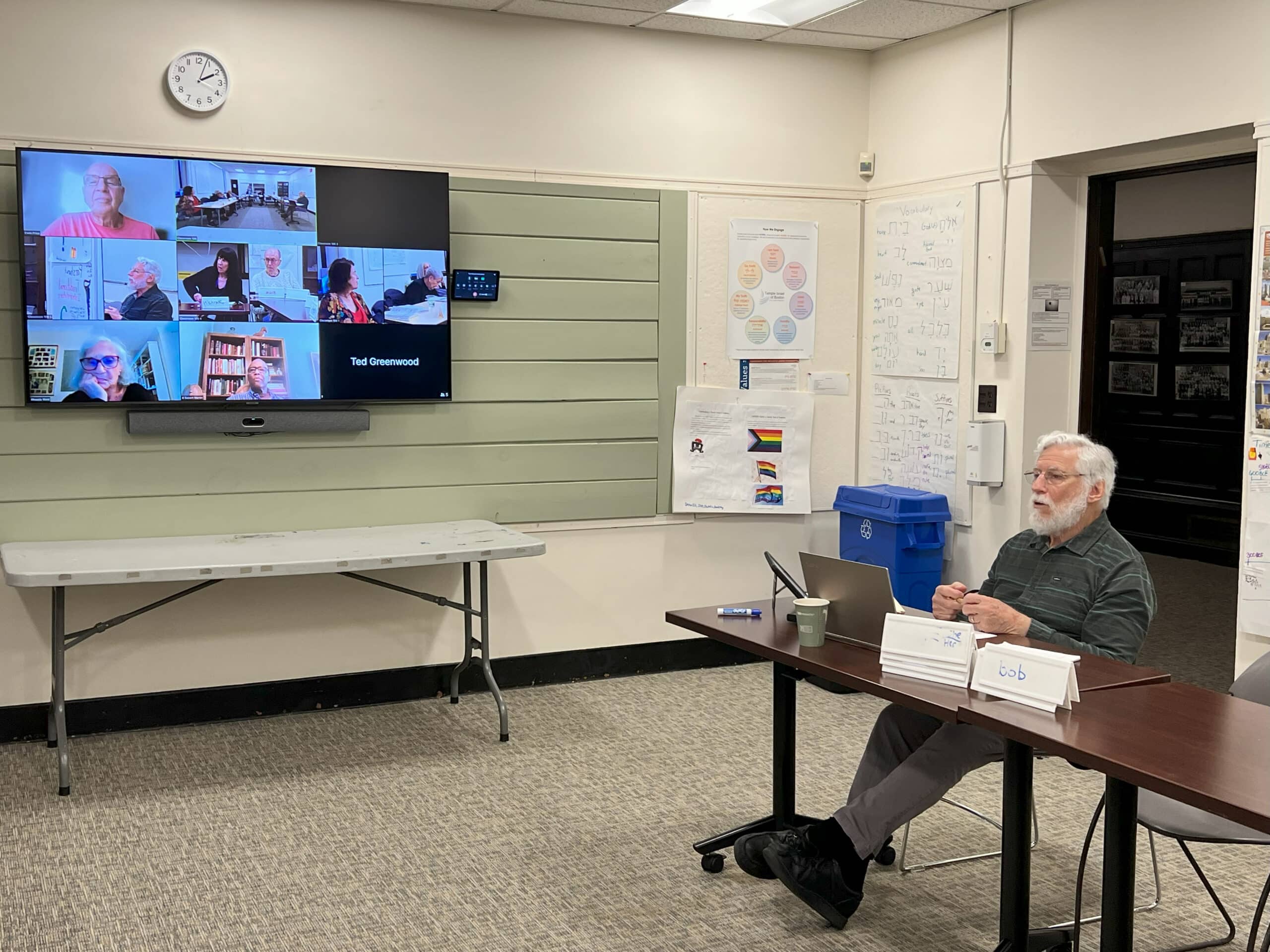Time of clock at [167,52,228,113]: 2:03
